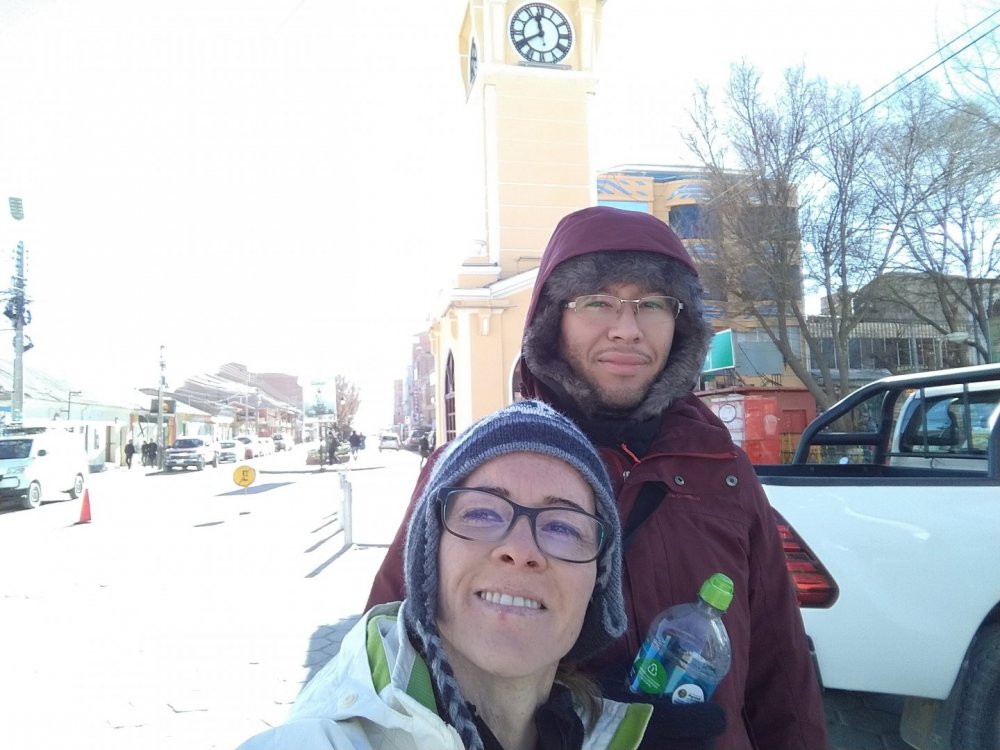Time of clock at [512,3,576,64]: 11:40
